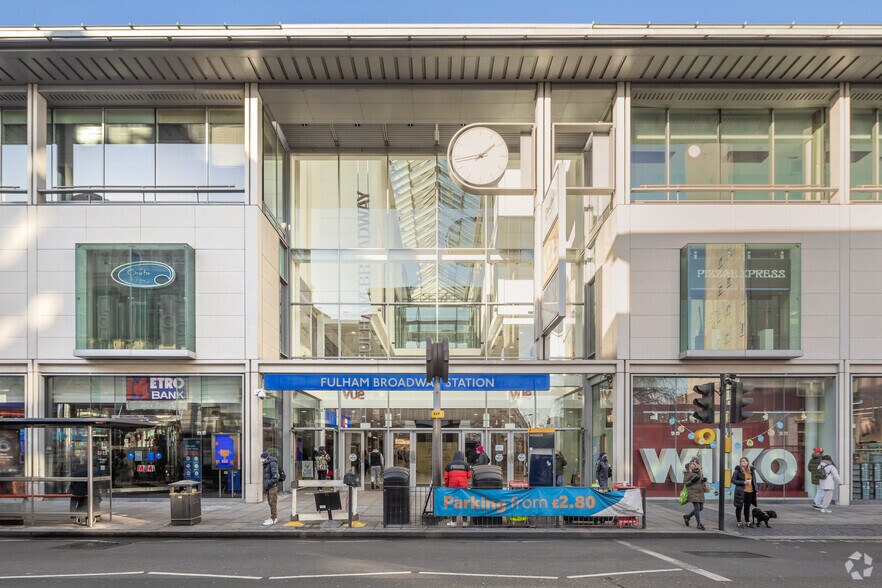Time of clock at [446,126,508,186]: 1:43
